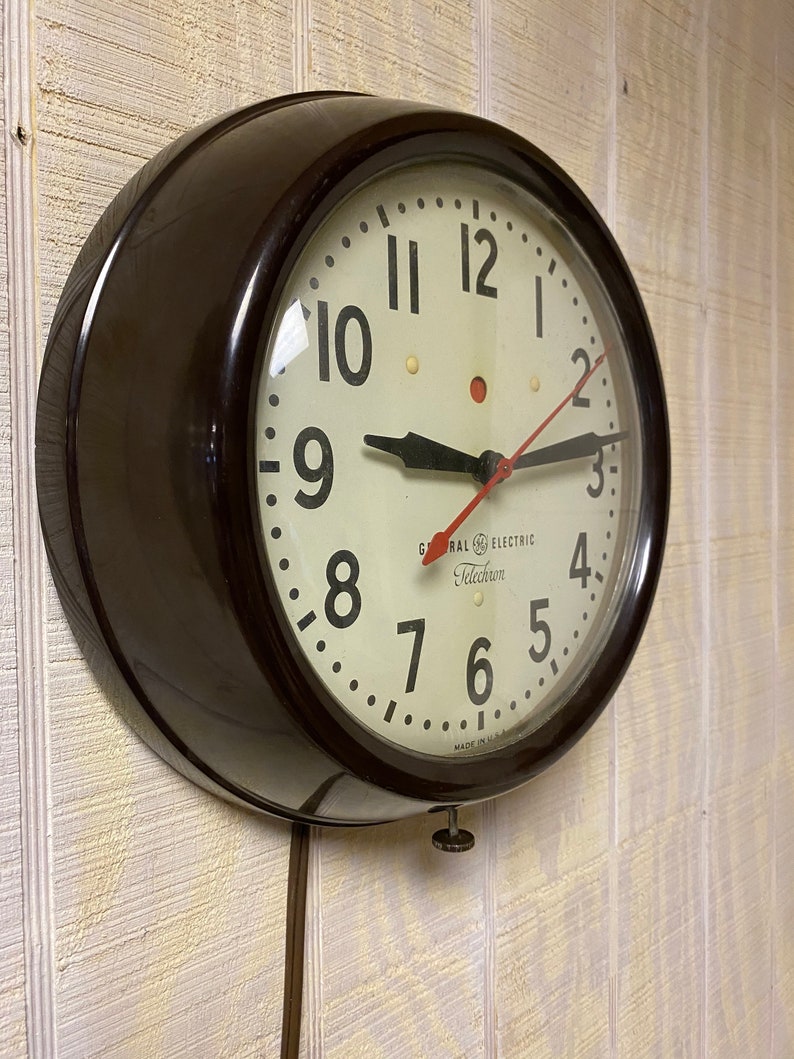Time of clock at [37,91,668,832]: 9:13
